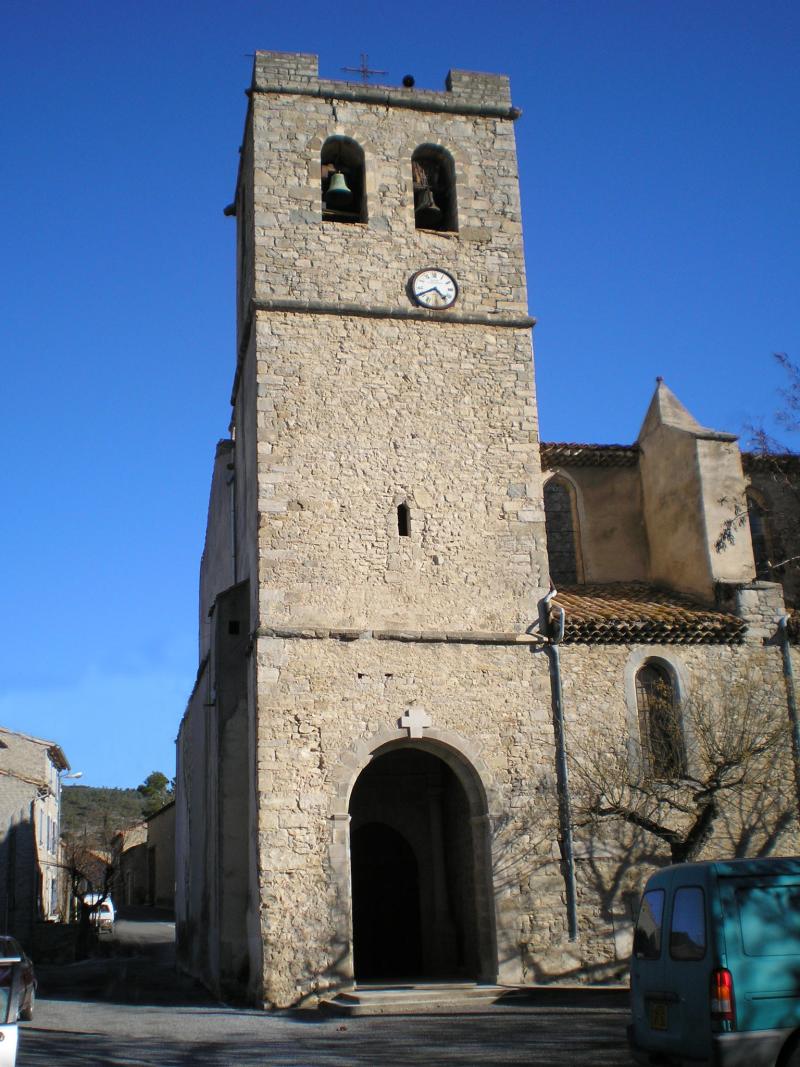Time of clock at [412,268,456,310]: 4:40
